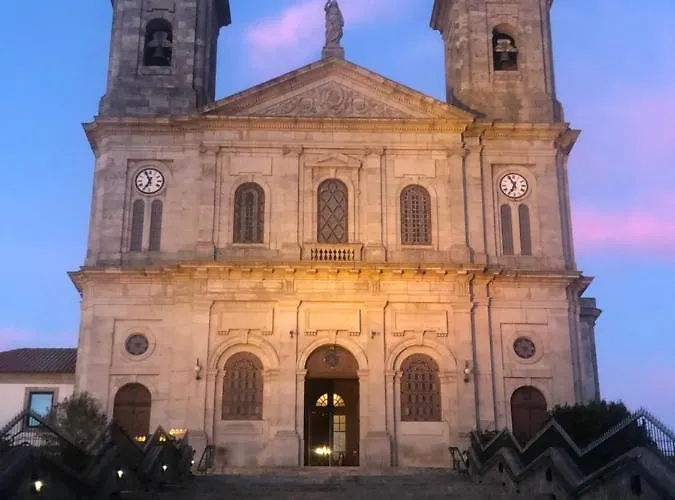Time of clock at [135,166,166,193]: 6:55
